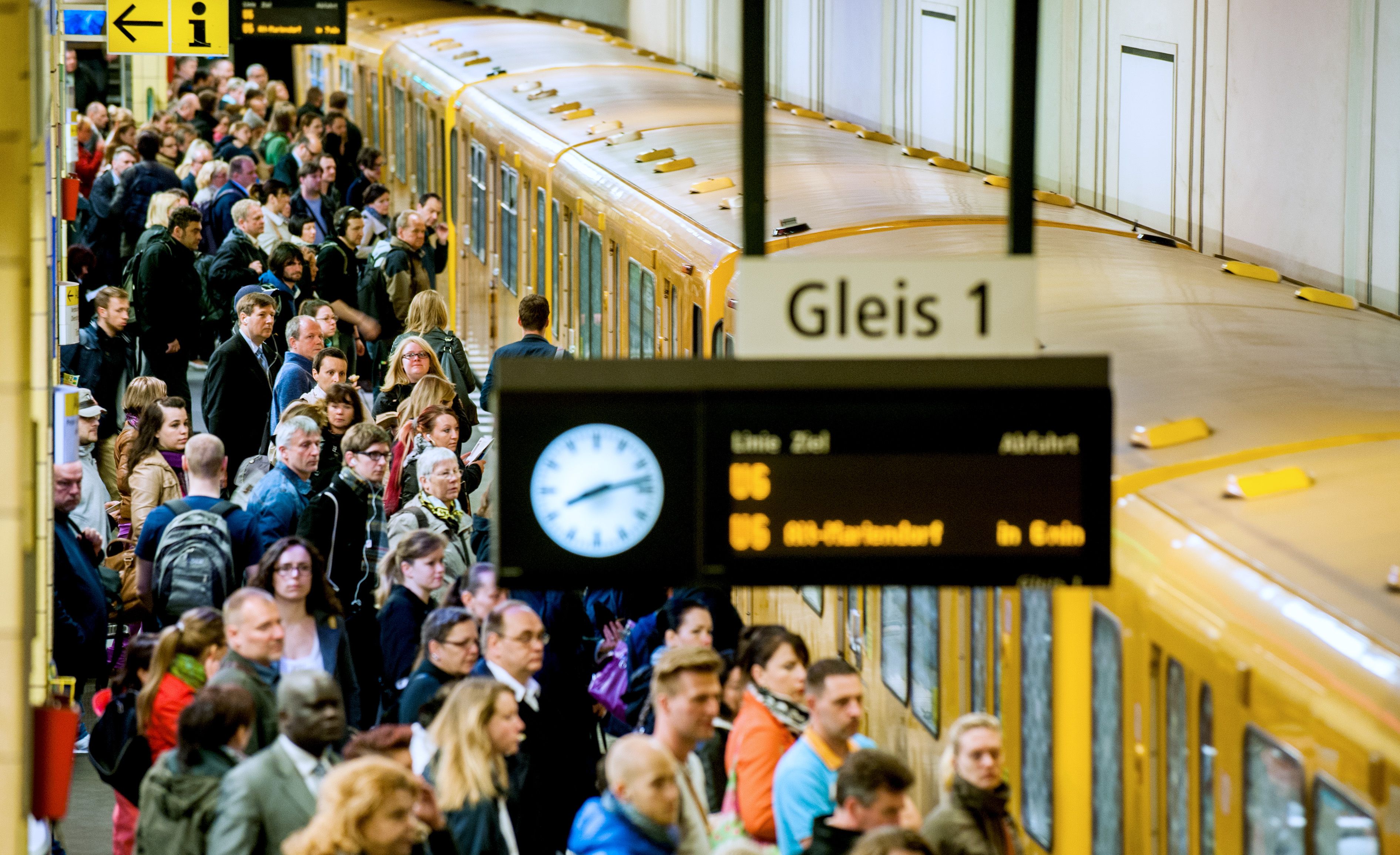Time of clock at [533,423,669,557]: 8:12
